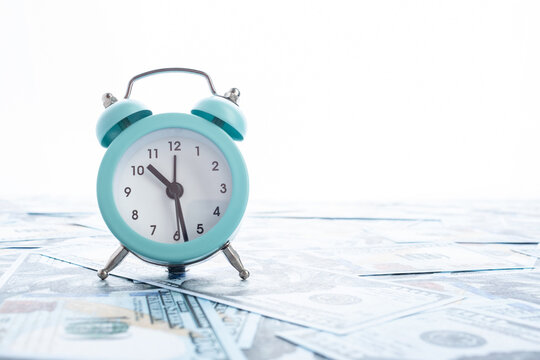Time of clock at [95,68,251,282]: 10:28
